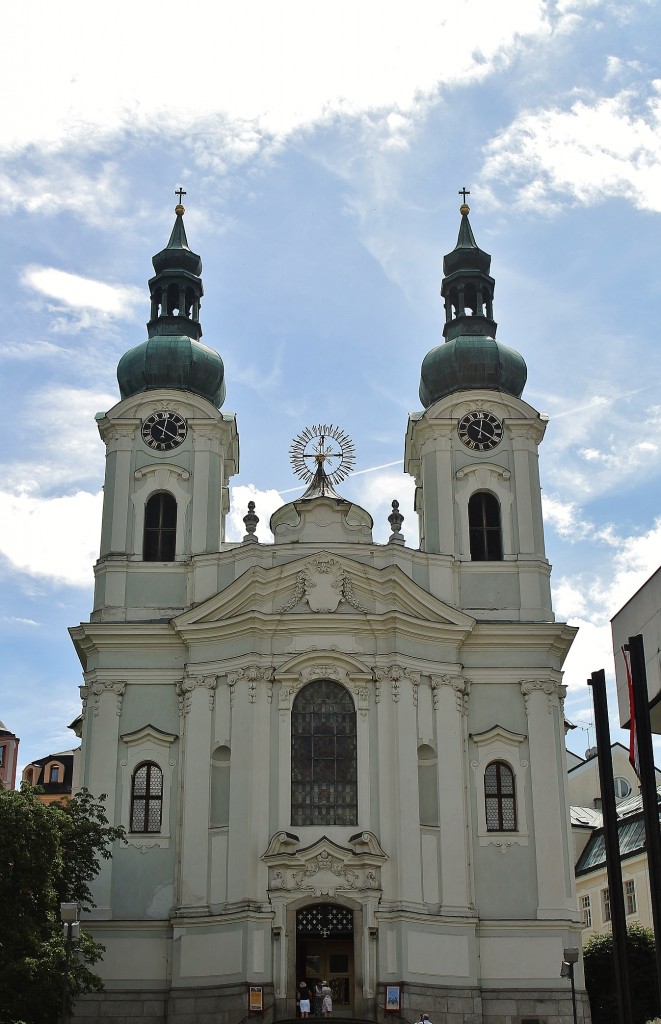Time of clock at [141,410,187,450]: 4:01
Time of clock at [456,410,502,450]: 4:01
